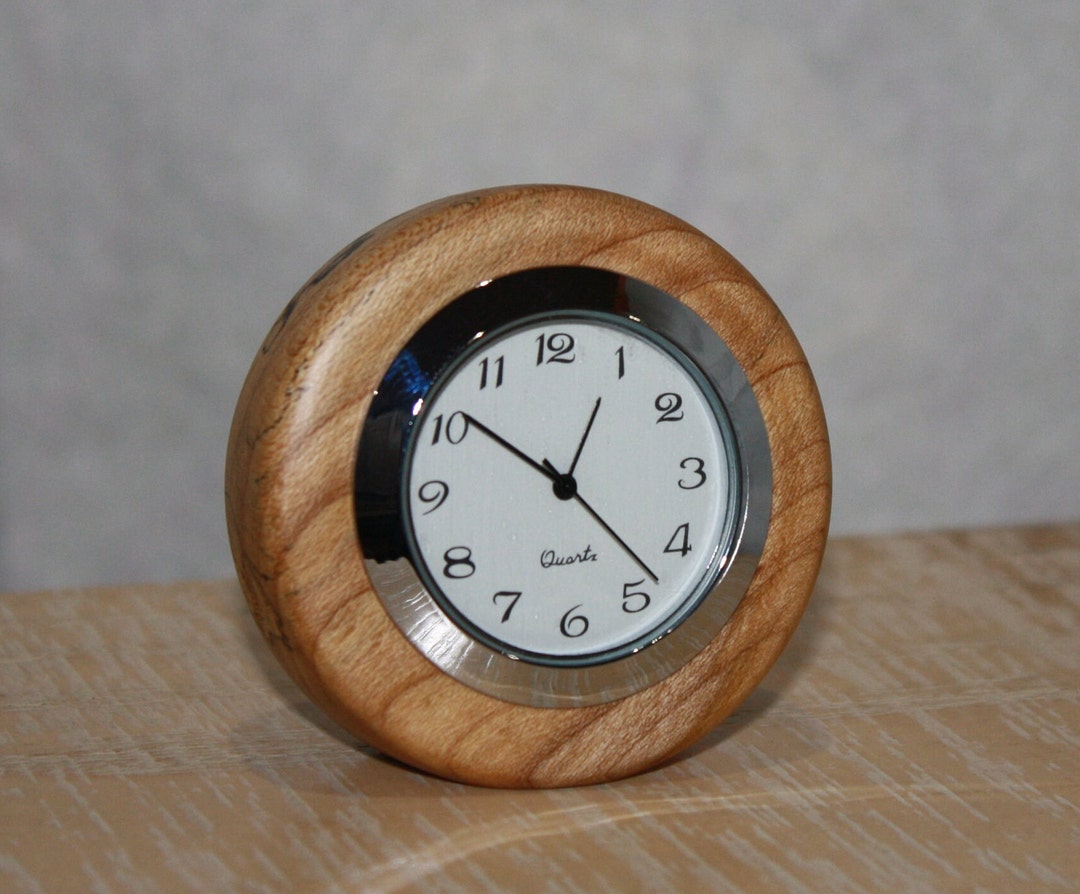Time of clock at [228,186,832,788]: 12:51
